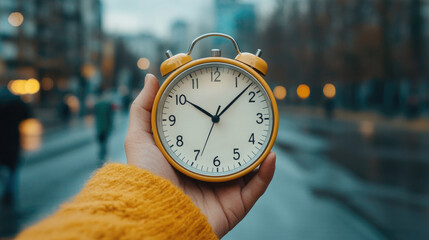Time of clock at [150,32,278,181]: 10:07
